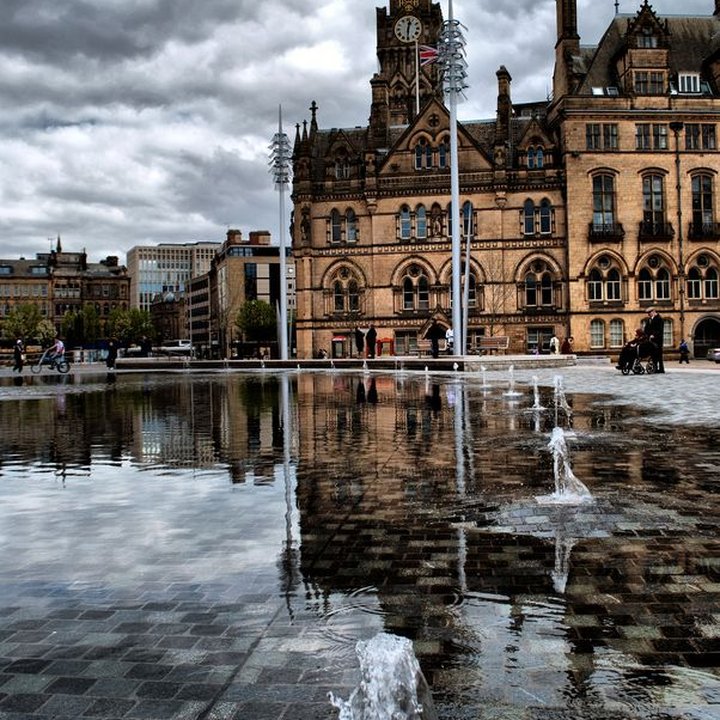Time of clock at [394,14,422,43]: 12:30
